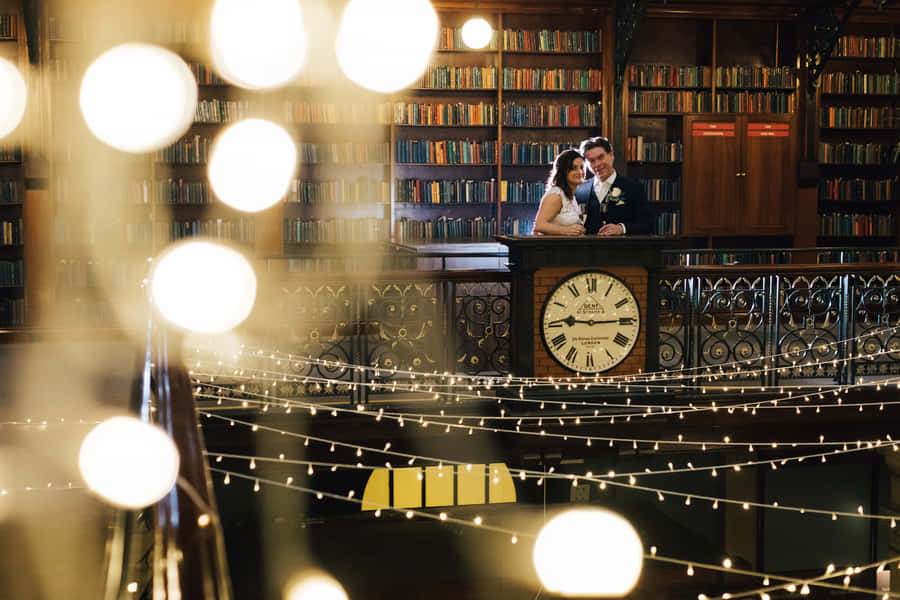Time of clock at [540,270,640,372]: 9:14
